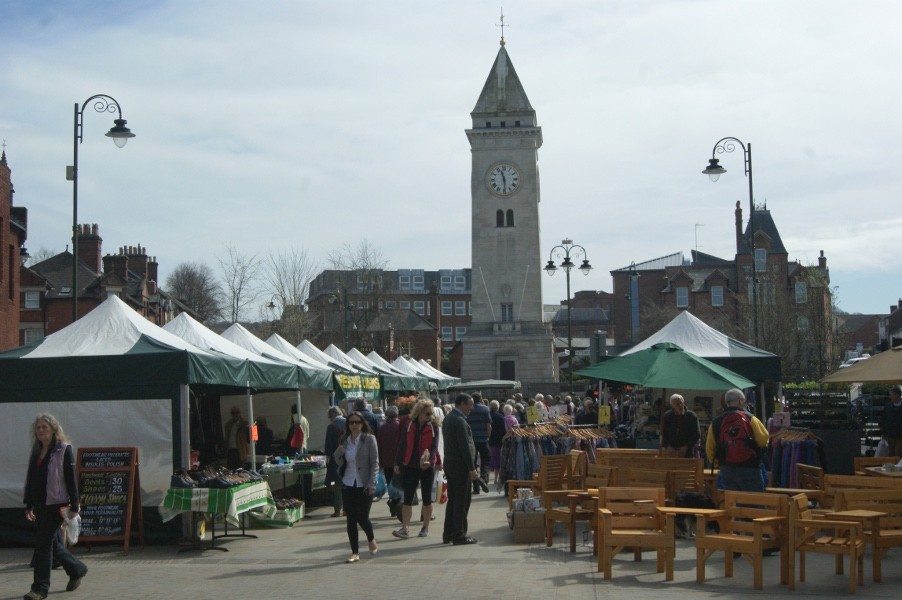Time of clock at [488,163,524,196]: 11:29
